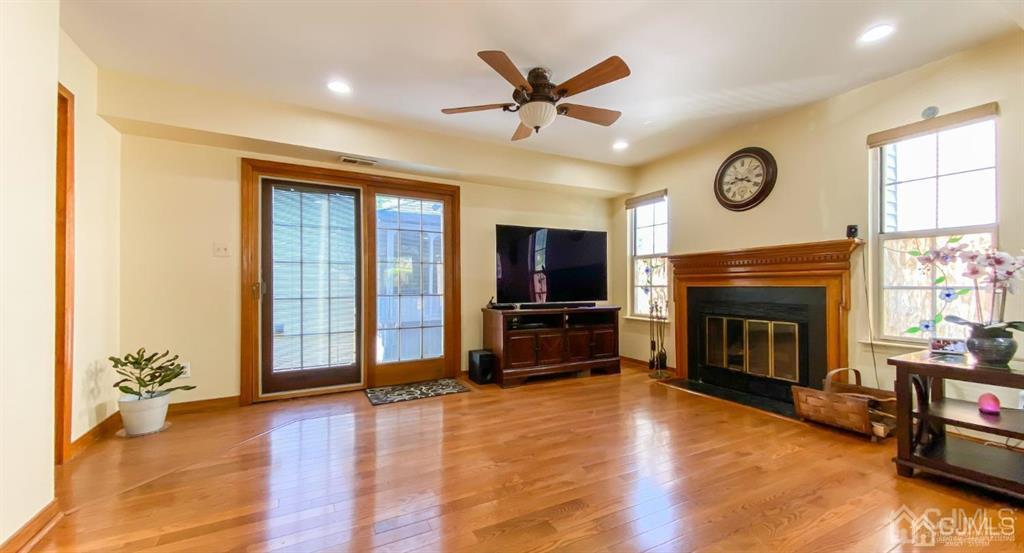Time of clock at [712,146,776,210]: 3:43
